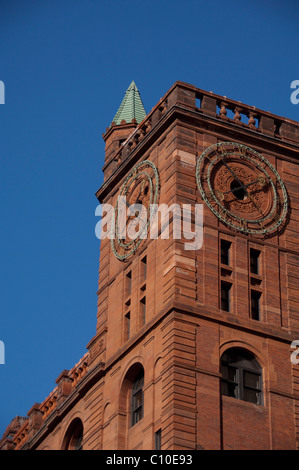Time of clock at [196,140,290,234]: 1:53
